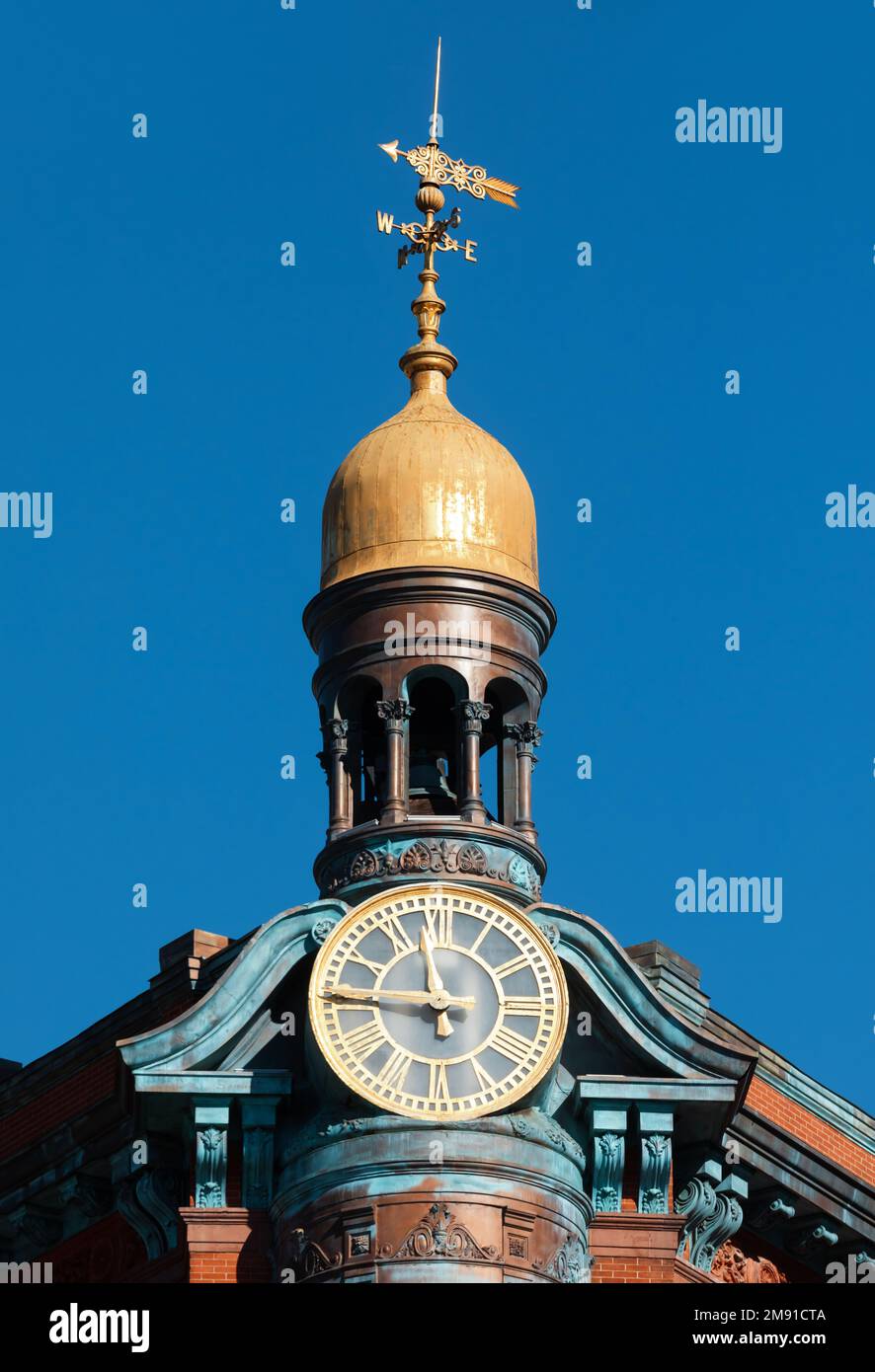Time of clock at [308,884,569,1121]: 11:45
